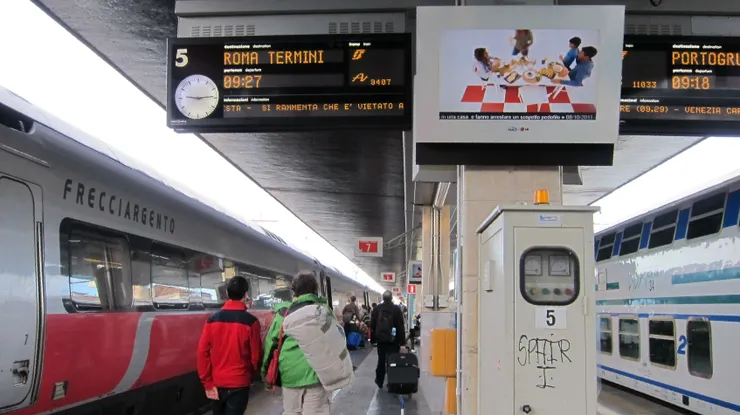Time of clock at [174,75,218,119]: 9:14
